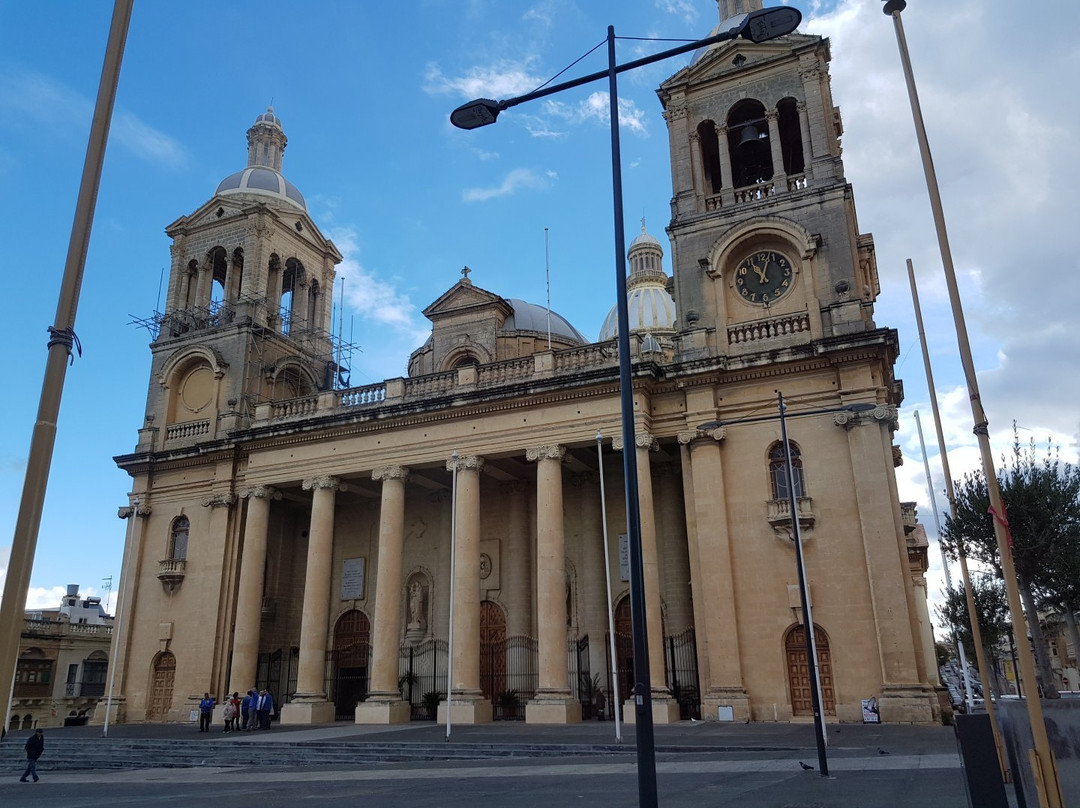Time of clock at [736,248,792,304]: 11:03
